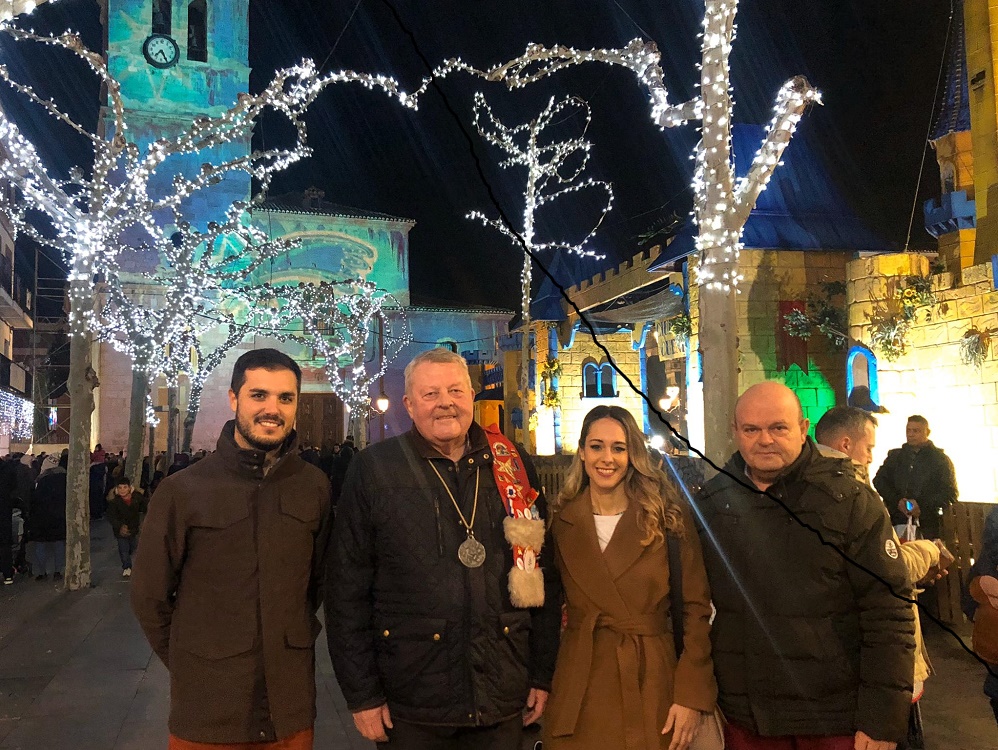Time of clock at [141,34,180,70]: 7:25
